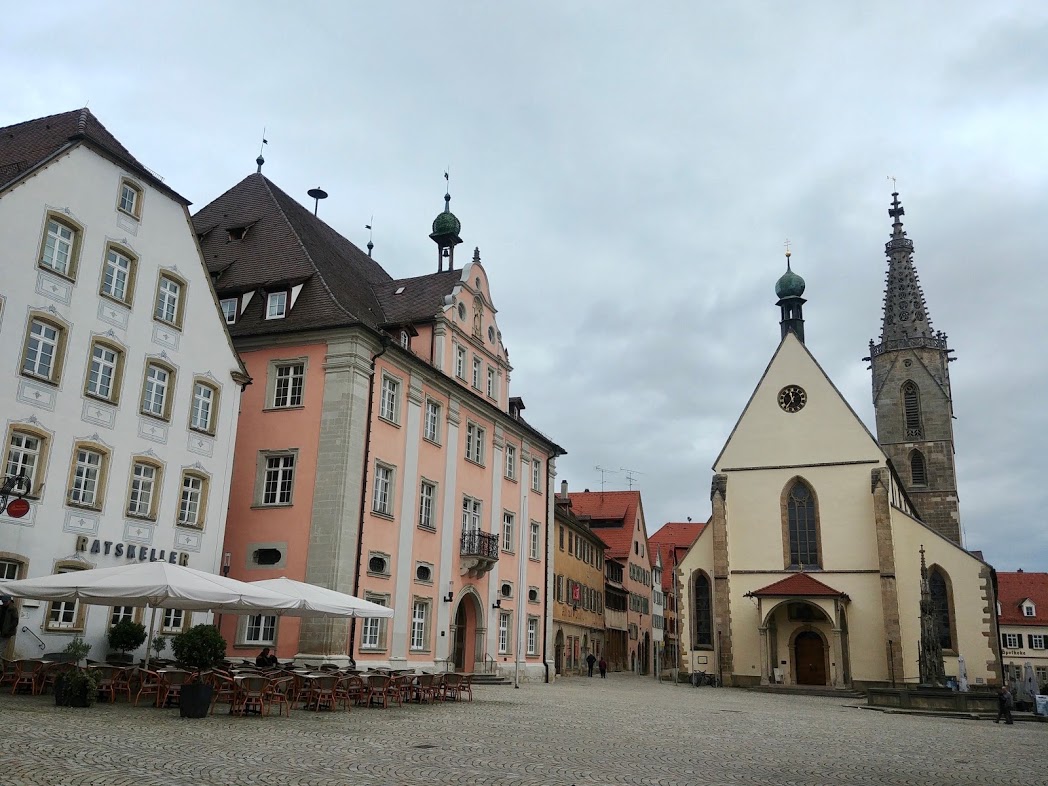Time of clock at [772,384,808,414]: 11:35
